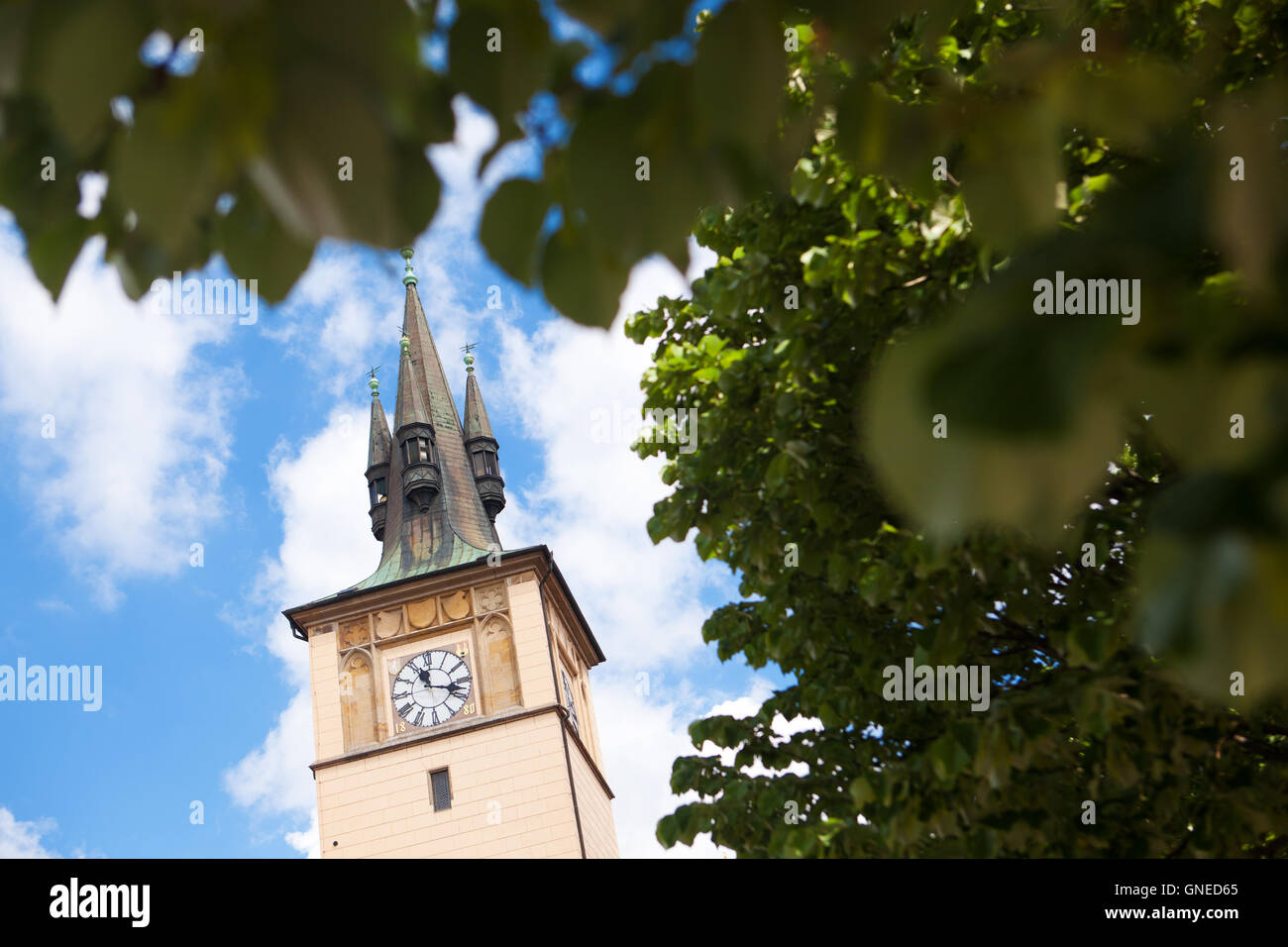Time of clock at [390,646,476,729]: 11:17
